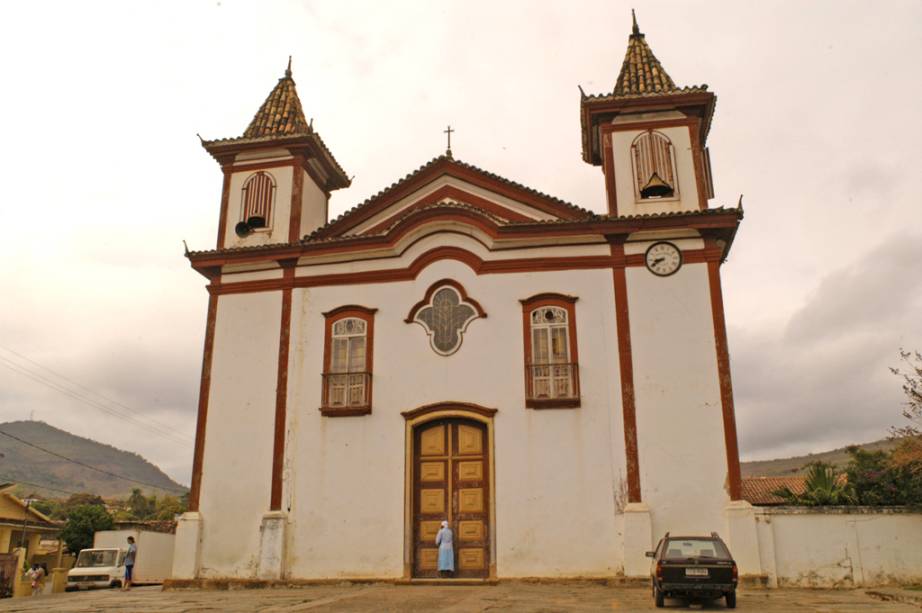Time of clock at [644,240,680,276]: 8:40
